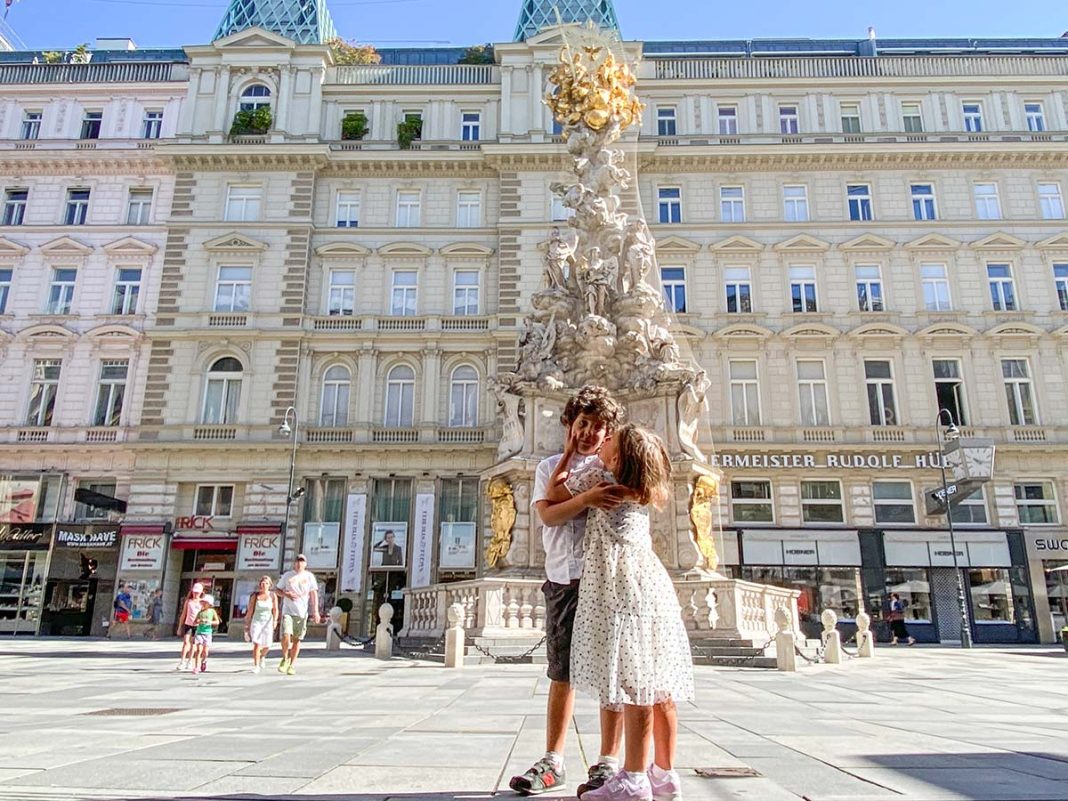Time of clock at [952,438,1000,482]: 10:15
